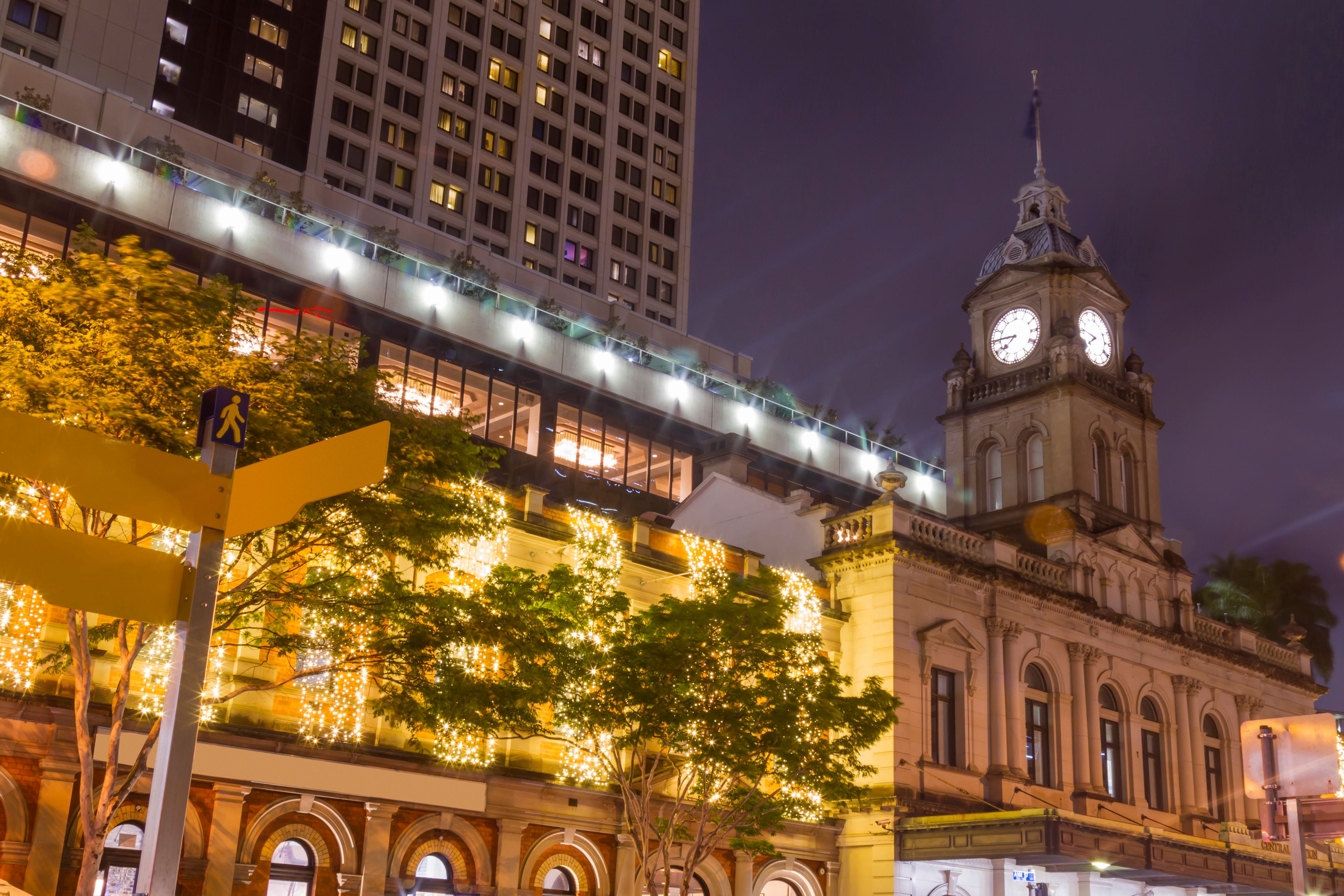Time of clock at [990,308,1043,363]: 7:45
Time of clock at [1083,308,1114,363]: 7:46
